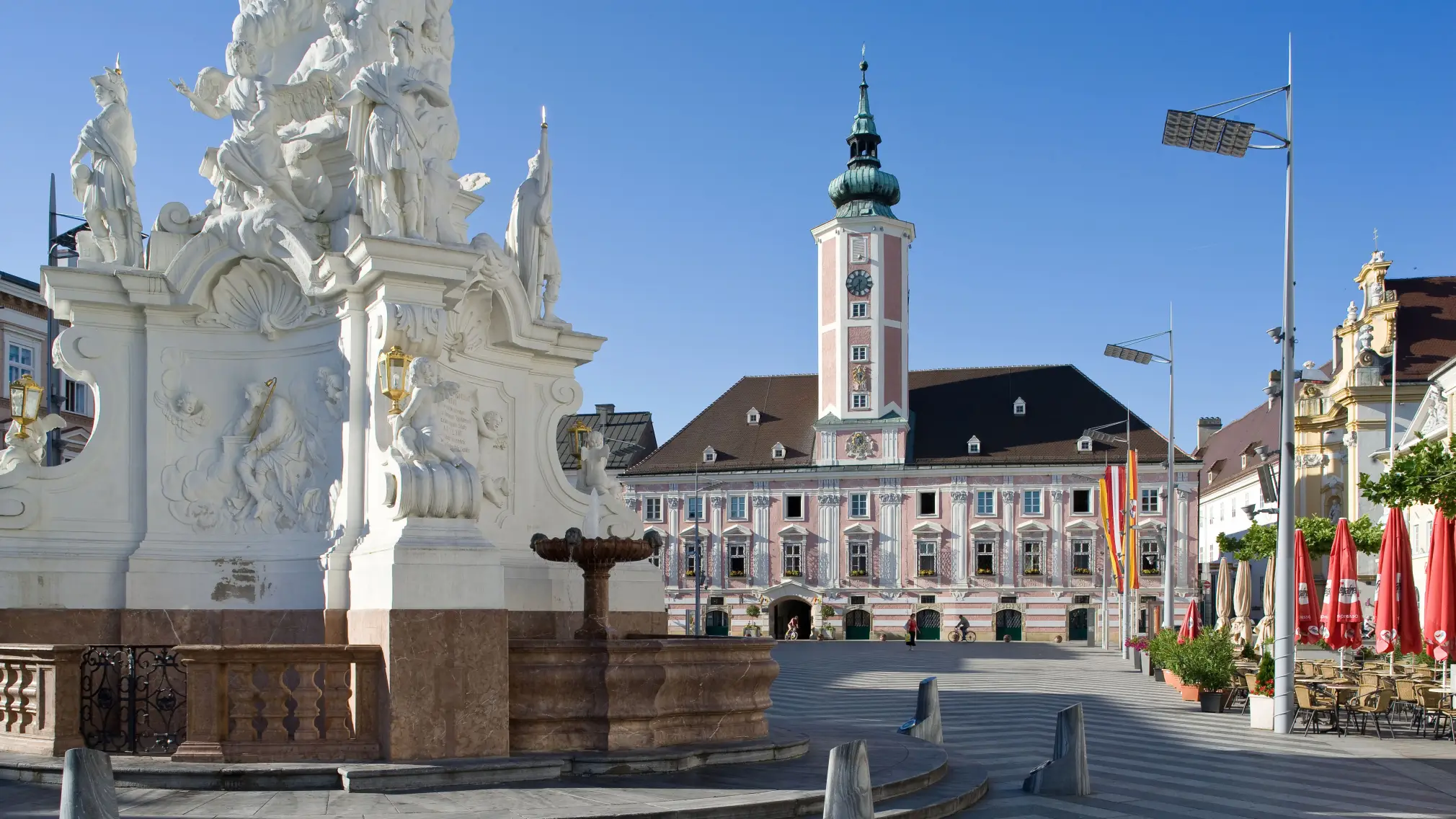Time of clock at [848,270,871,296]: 7:30
